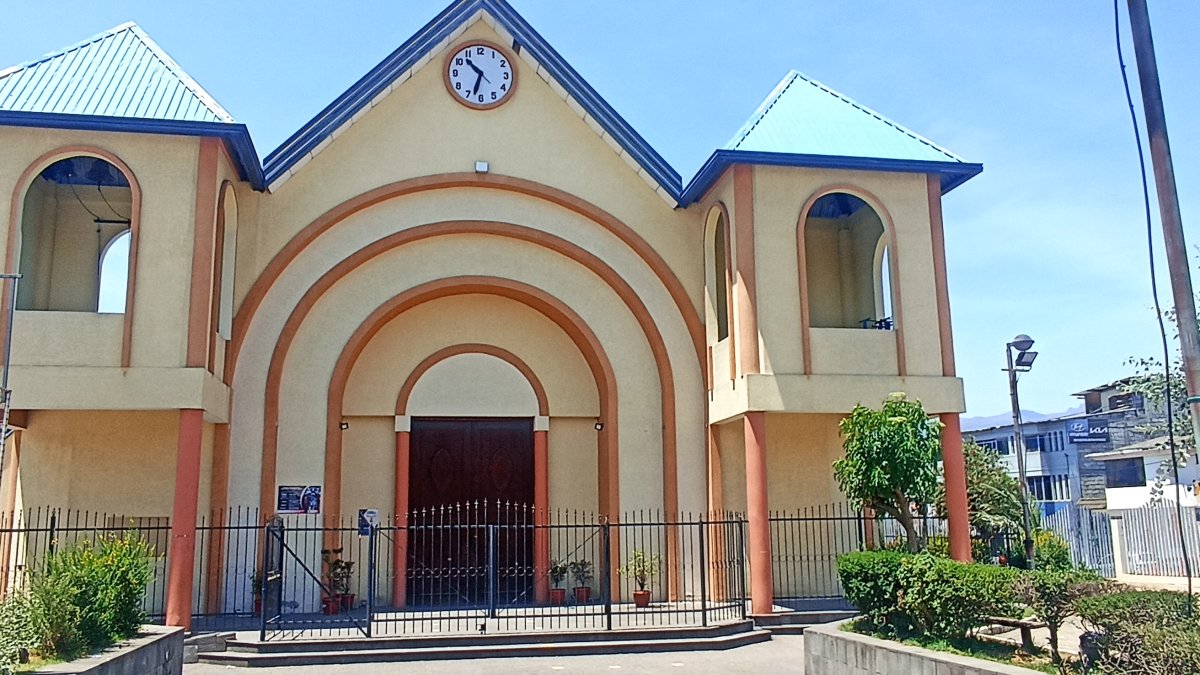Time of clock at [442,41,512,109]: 10:32
